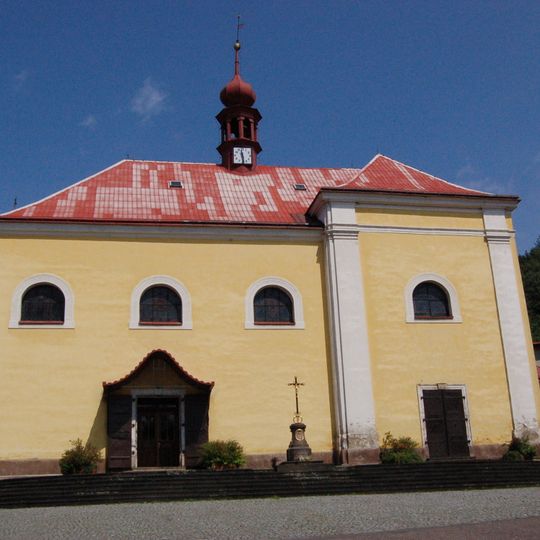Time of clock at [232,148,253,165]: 11:28
